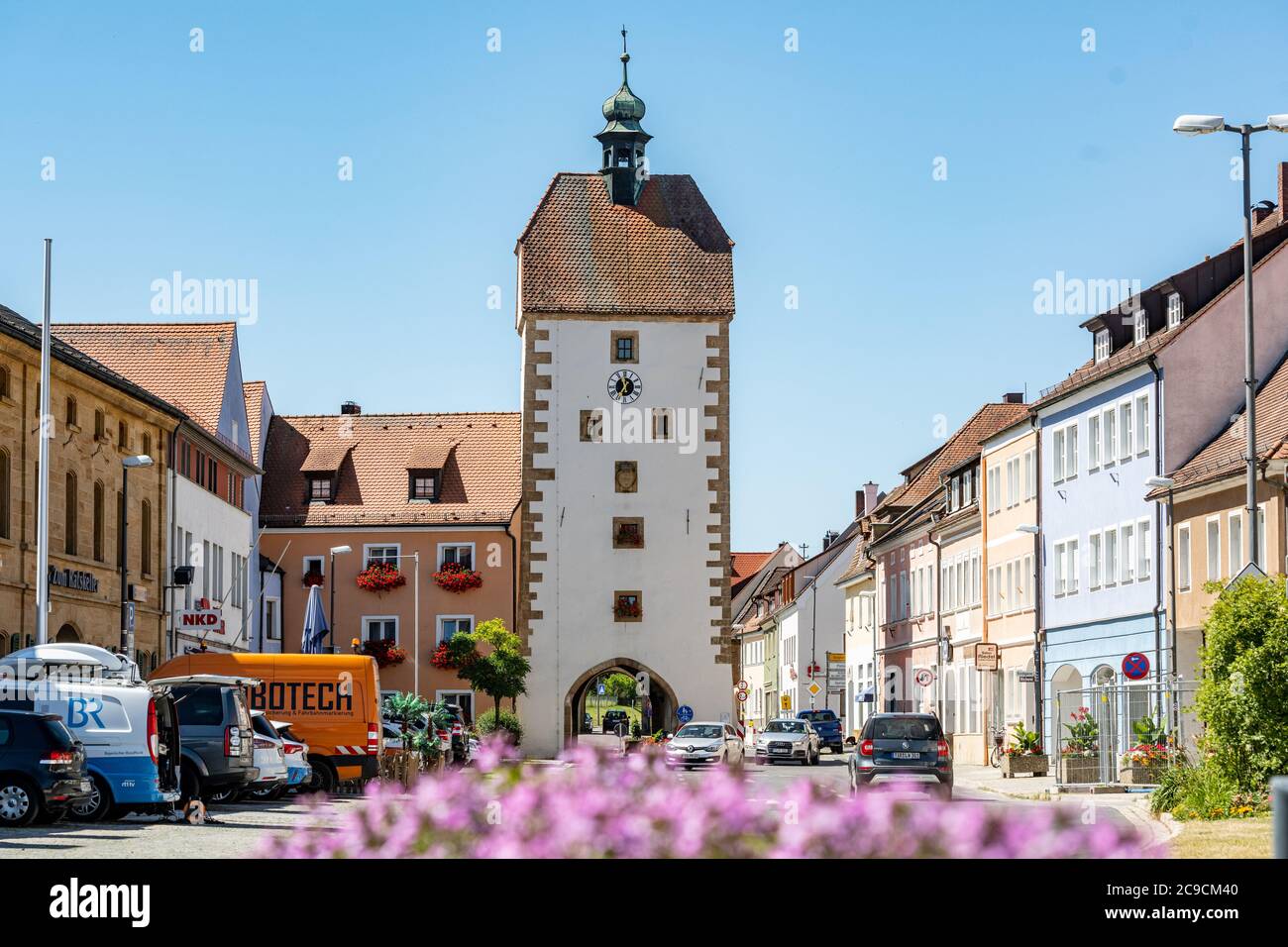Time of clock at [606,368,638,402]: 11:35
